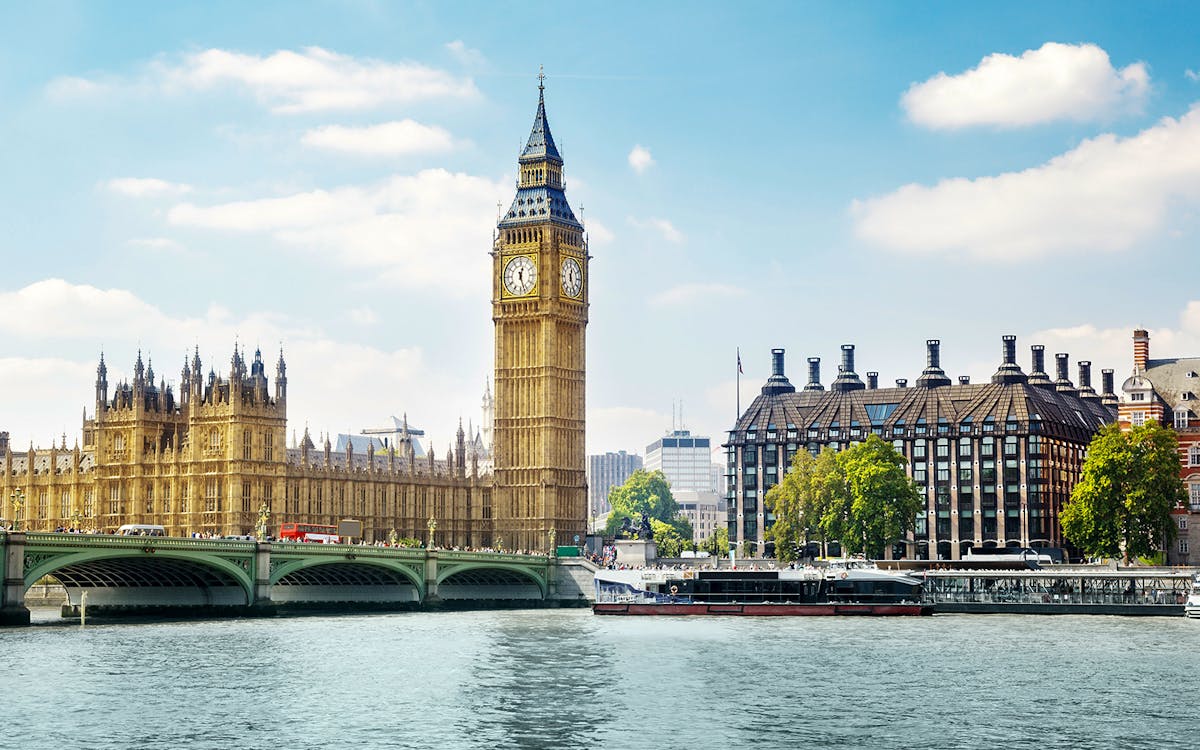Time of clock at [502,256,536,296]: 12:26
